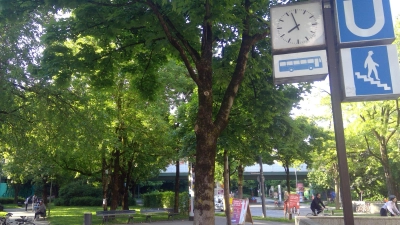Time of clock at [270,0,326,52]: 7:57
